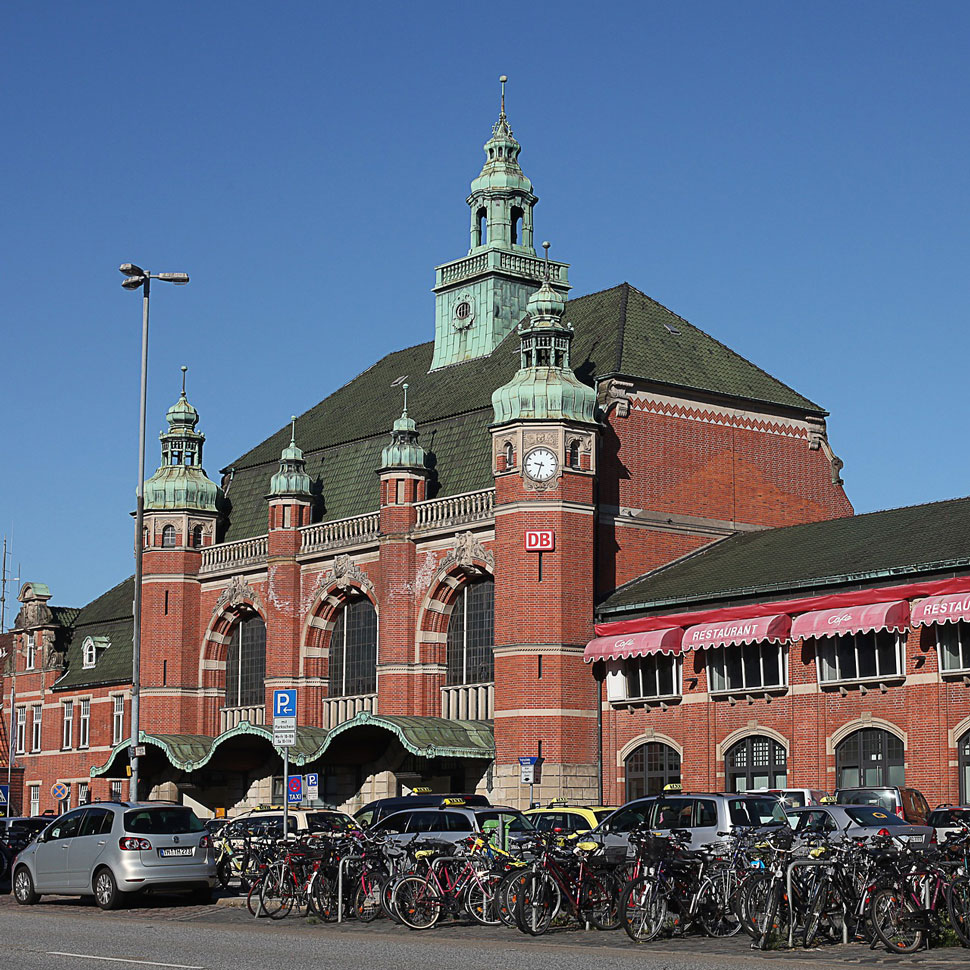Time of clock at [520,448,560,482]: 9:32
